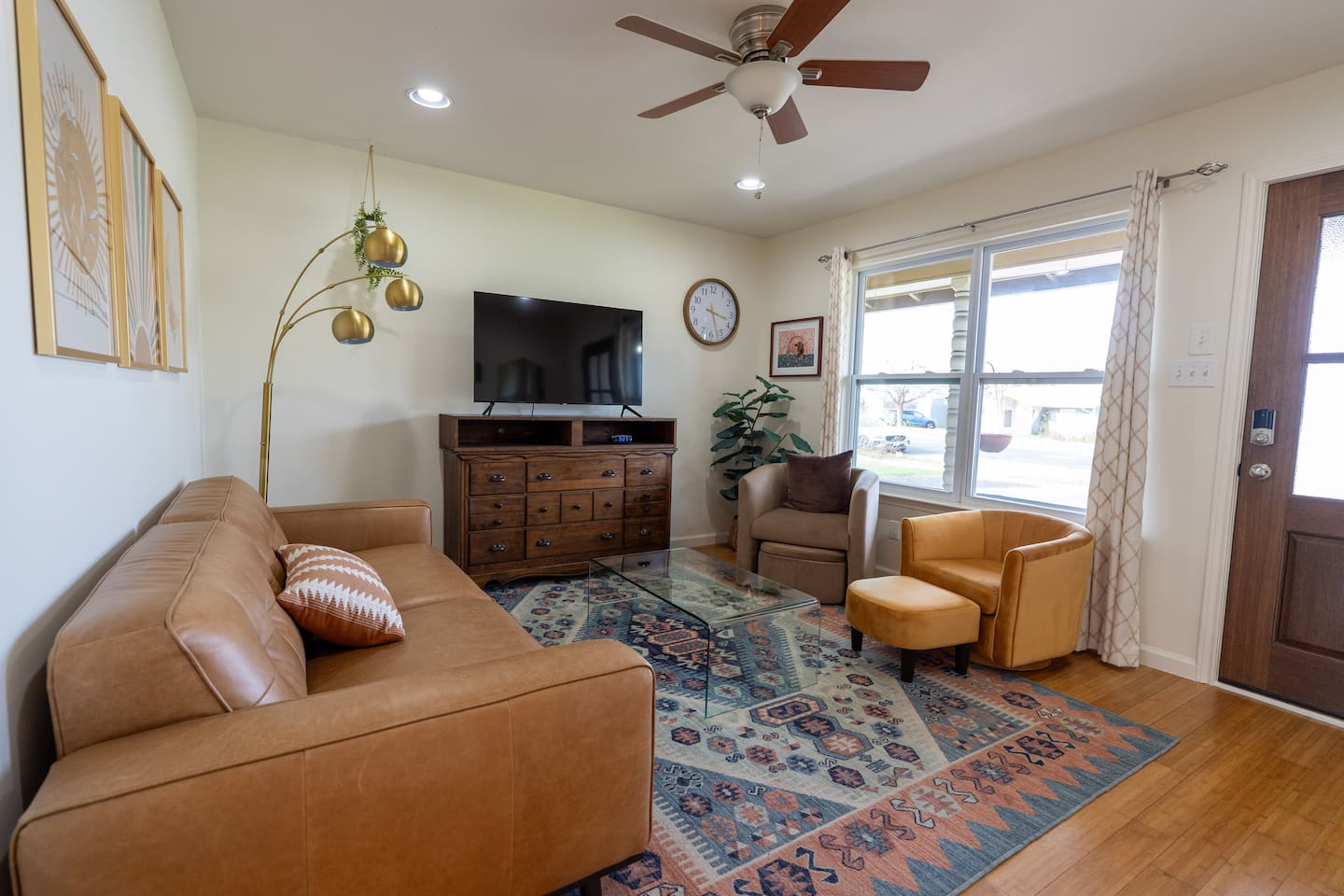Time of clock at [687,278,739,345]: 3:27
